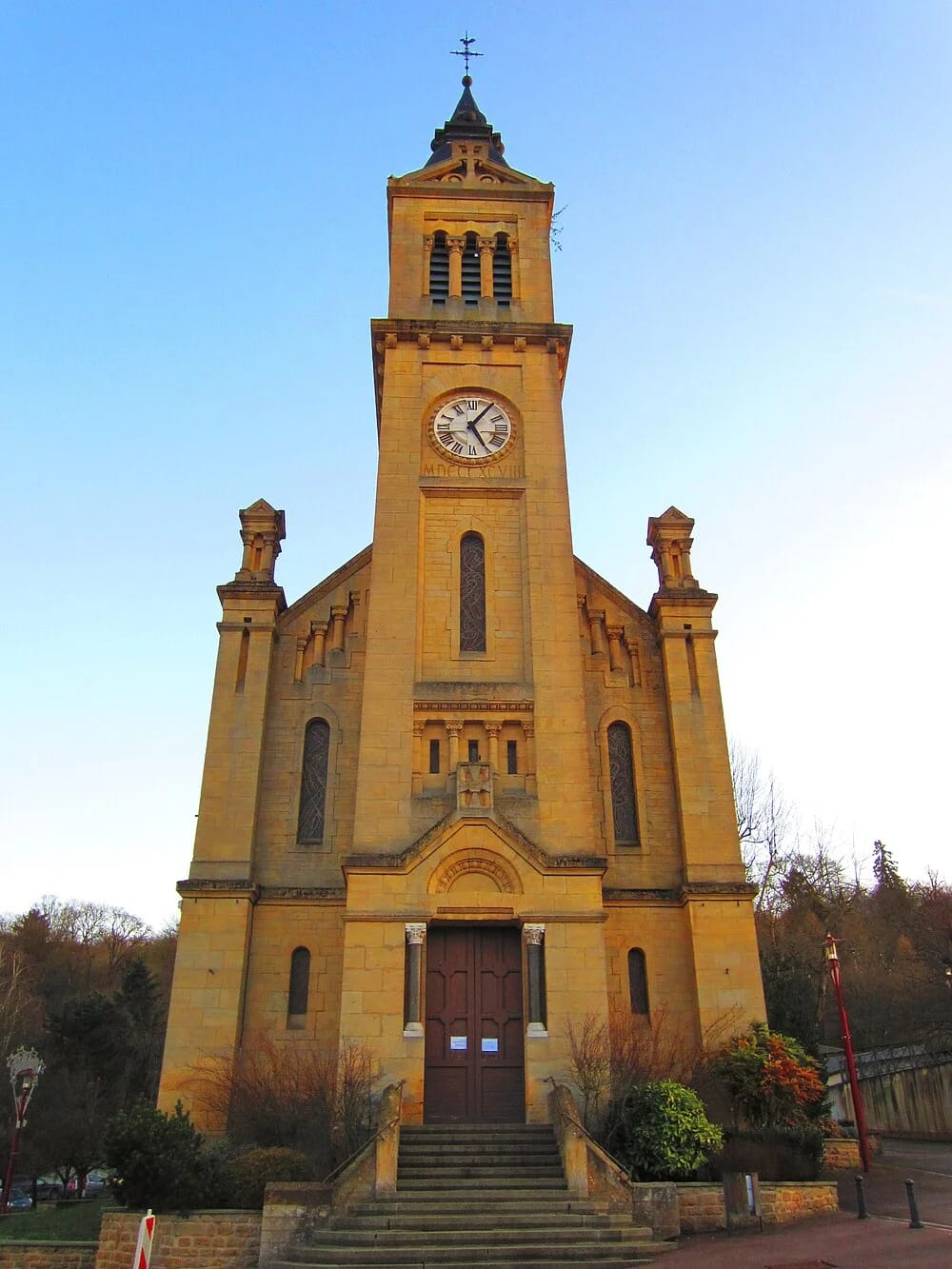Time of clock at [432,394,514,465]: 5:05
